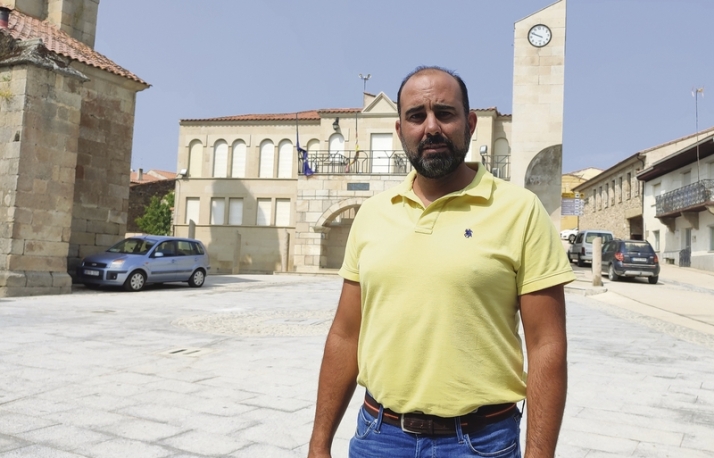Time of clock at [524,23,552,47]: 9:49
